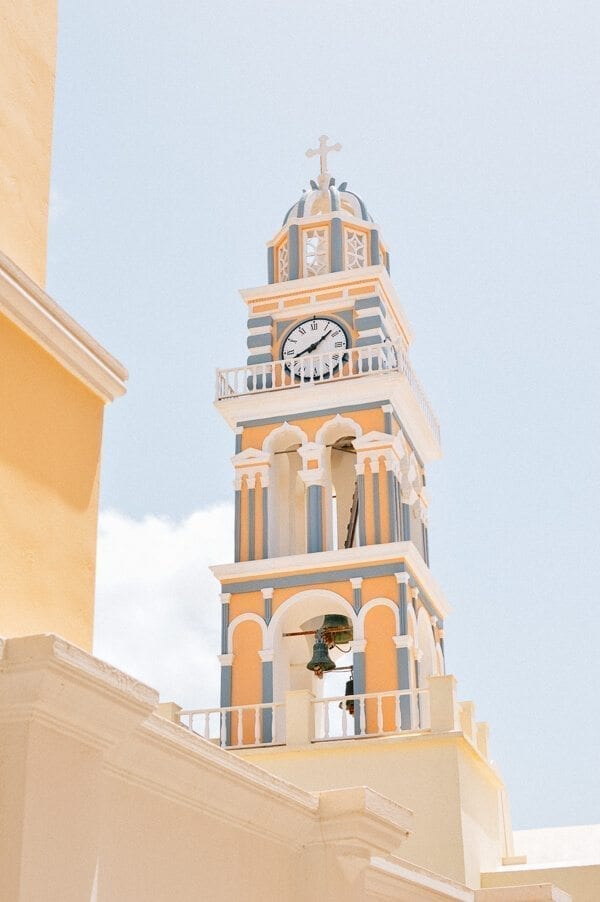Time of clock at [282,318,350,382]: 8:07
